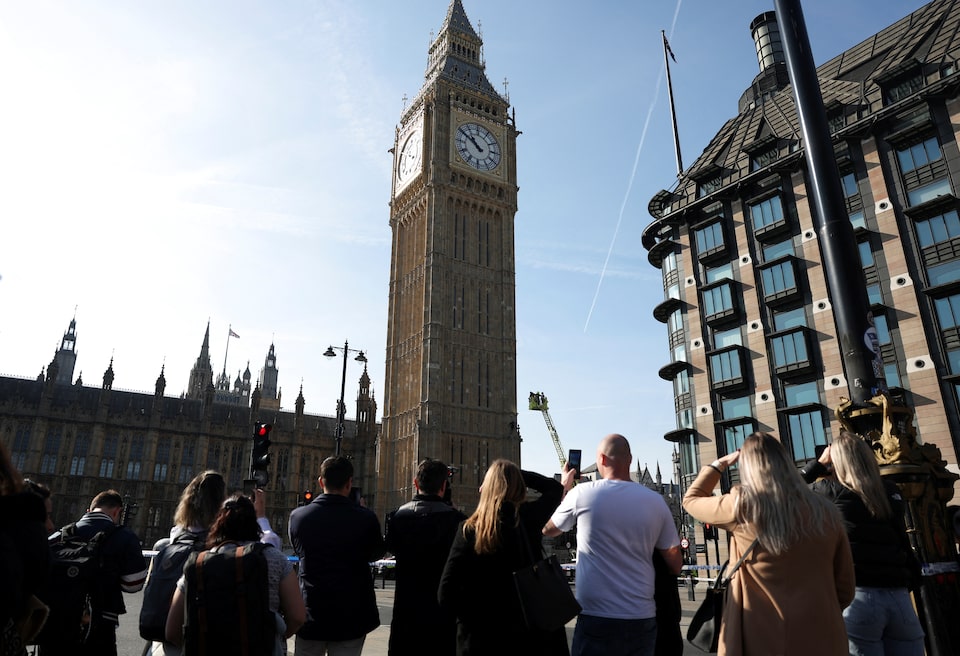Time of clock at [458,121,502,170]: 10:50
